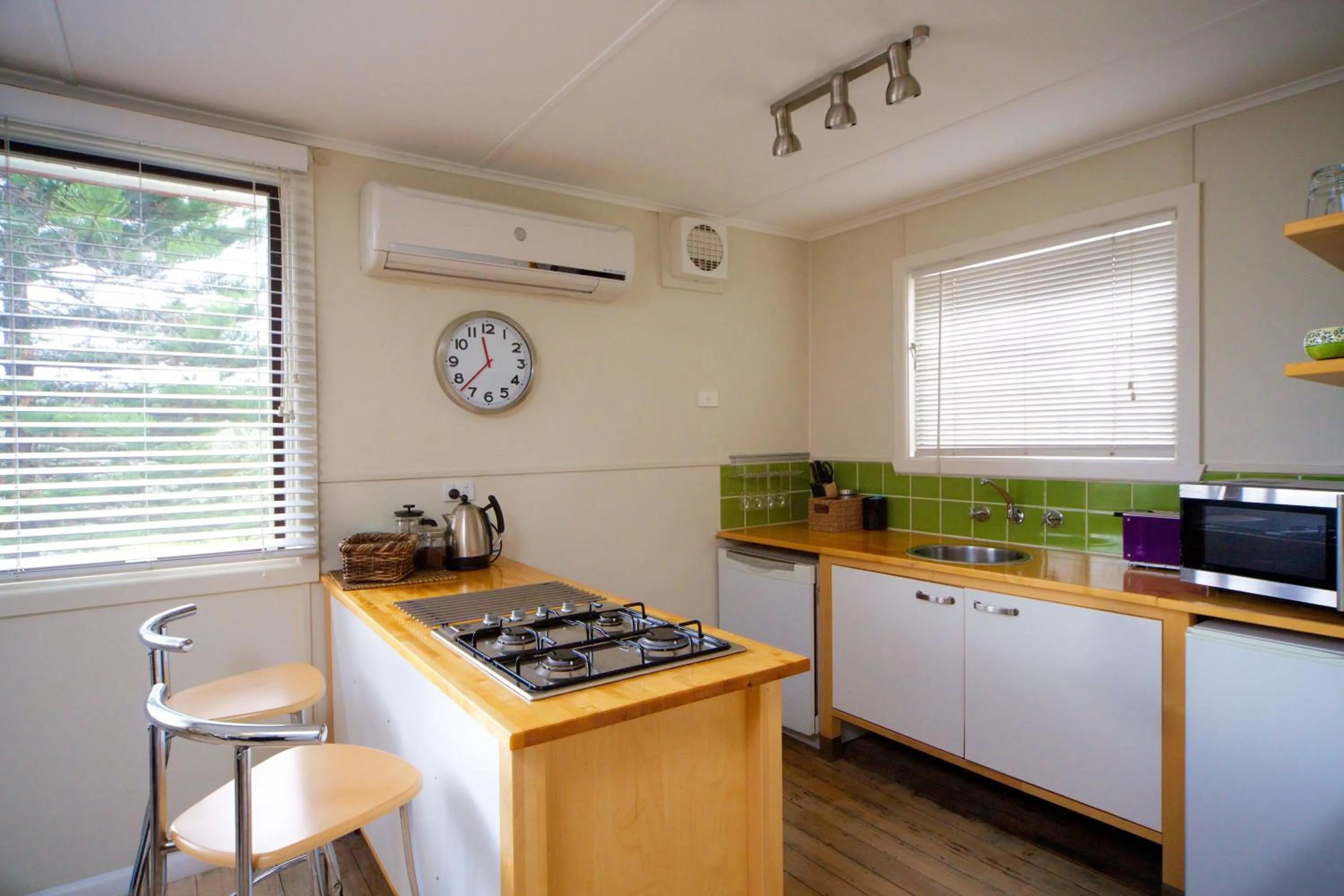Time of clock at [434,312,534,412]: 11:37
